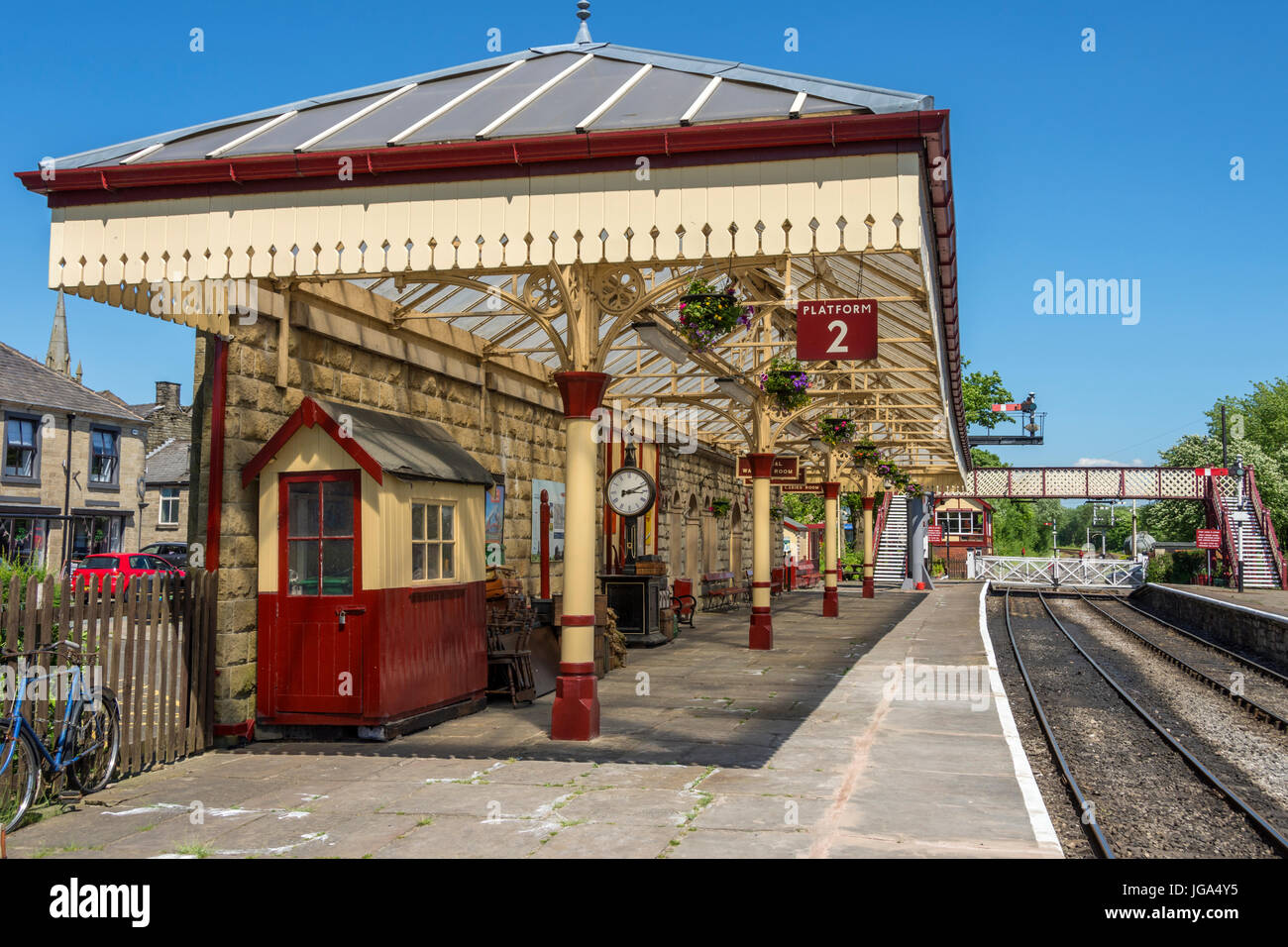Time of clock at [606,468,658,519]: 3:11
